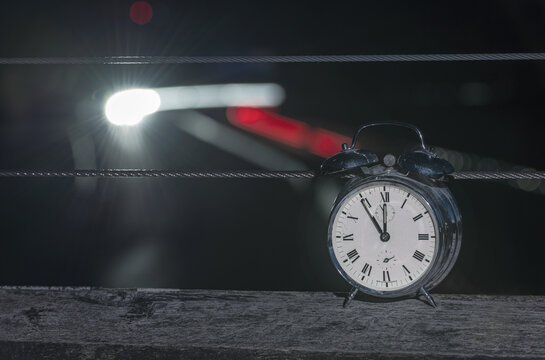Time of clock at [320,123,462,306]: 11:00
